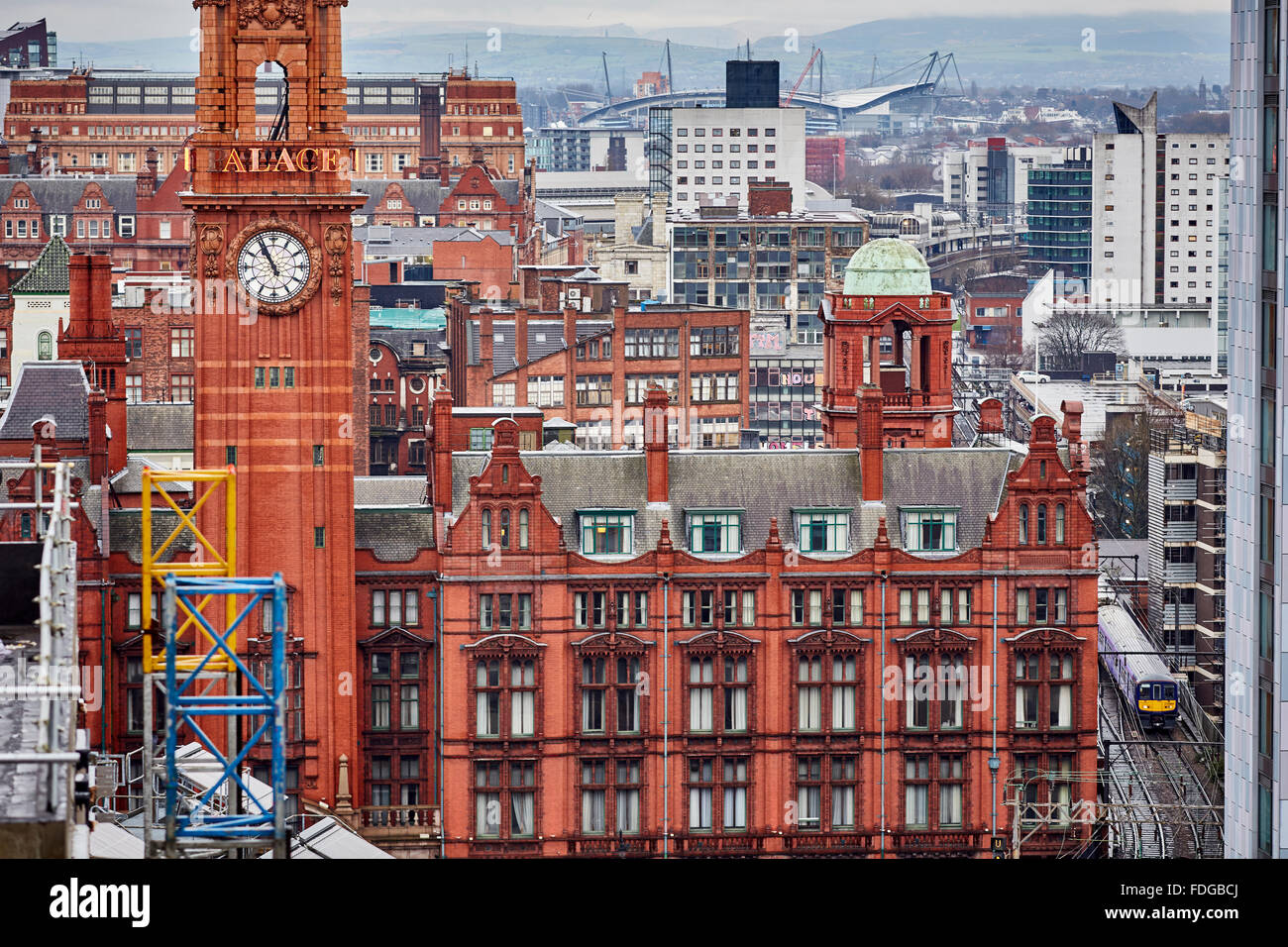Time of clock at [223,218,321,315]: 10:55
